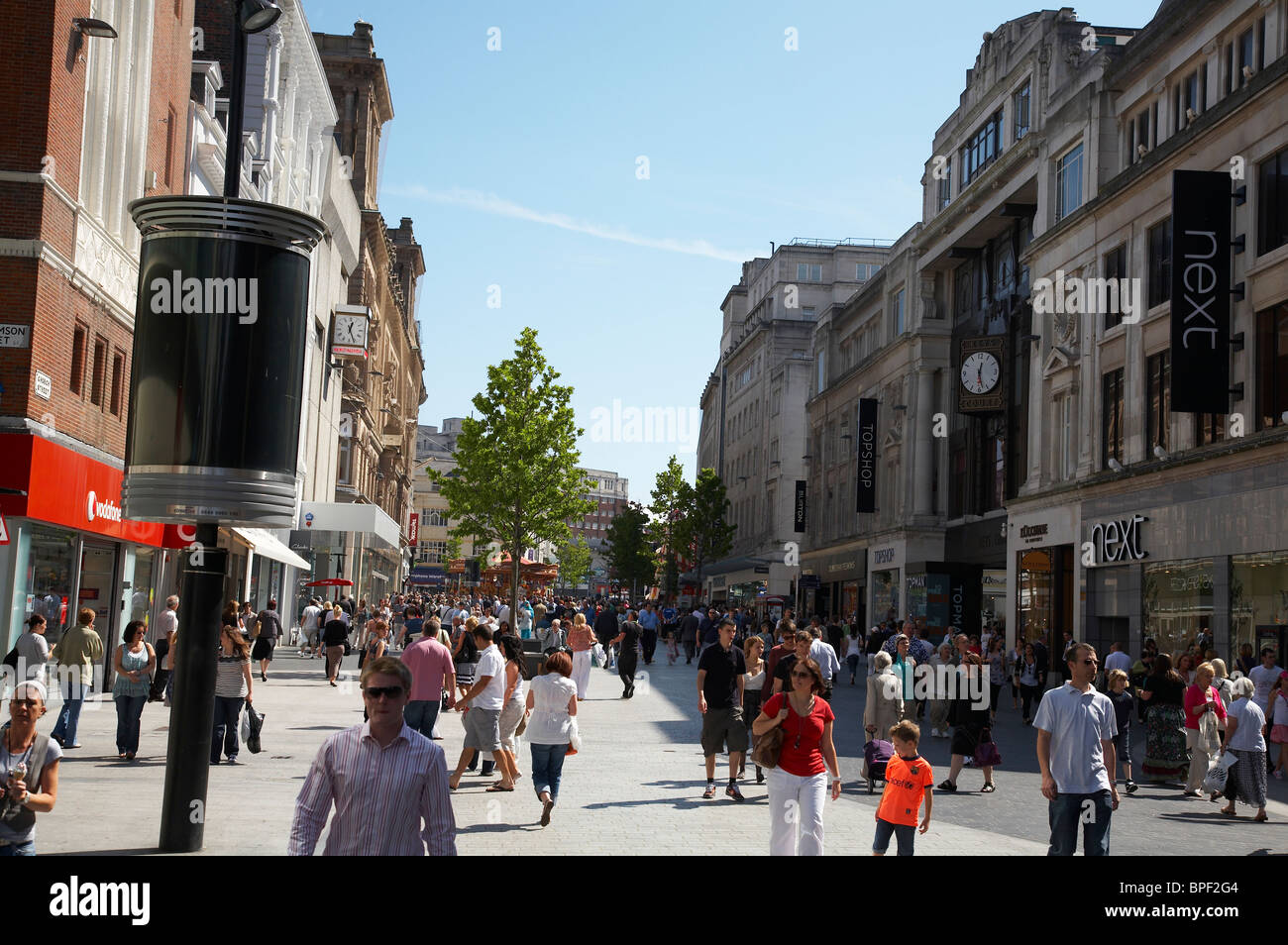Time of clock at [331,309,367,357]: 12:26
